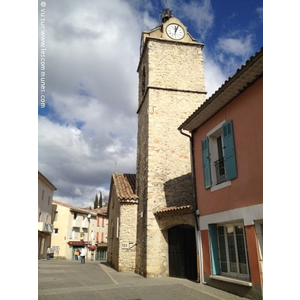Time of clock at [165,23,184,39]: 12:03
